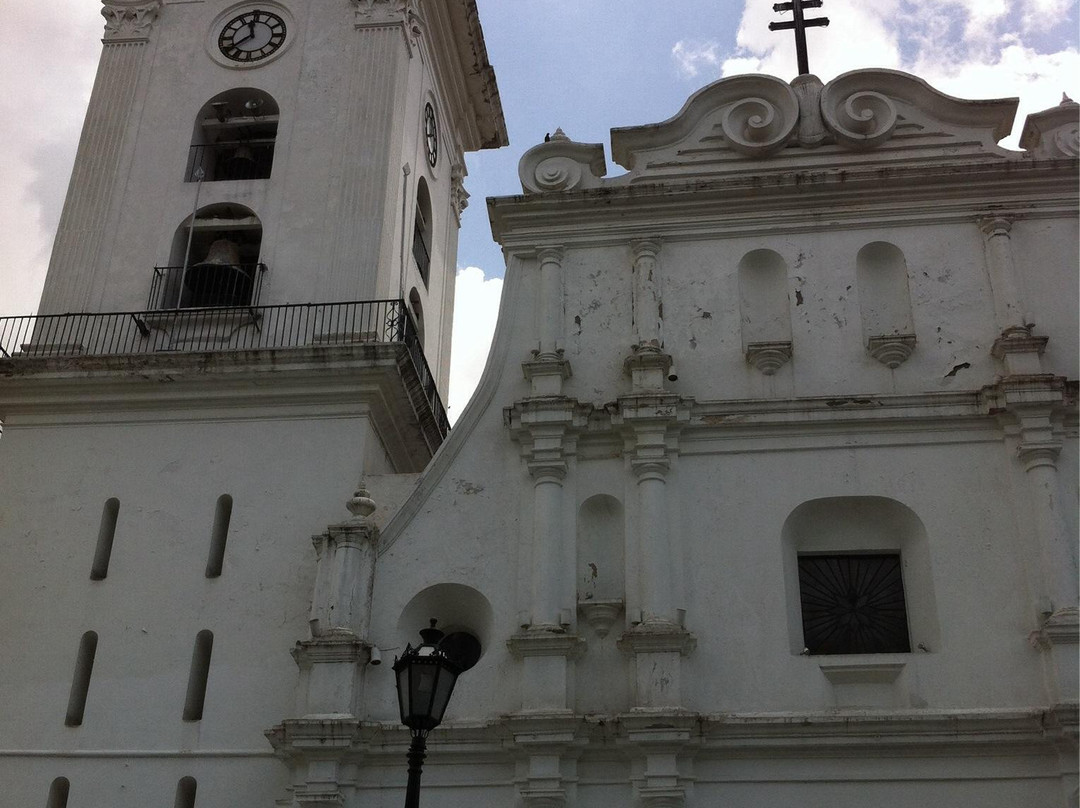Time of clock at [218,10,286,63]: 11:38
